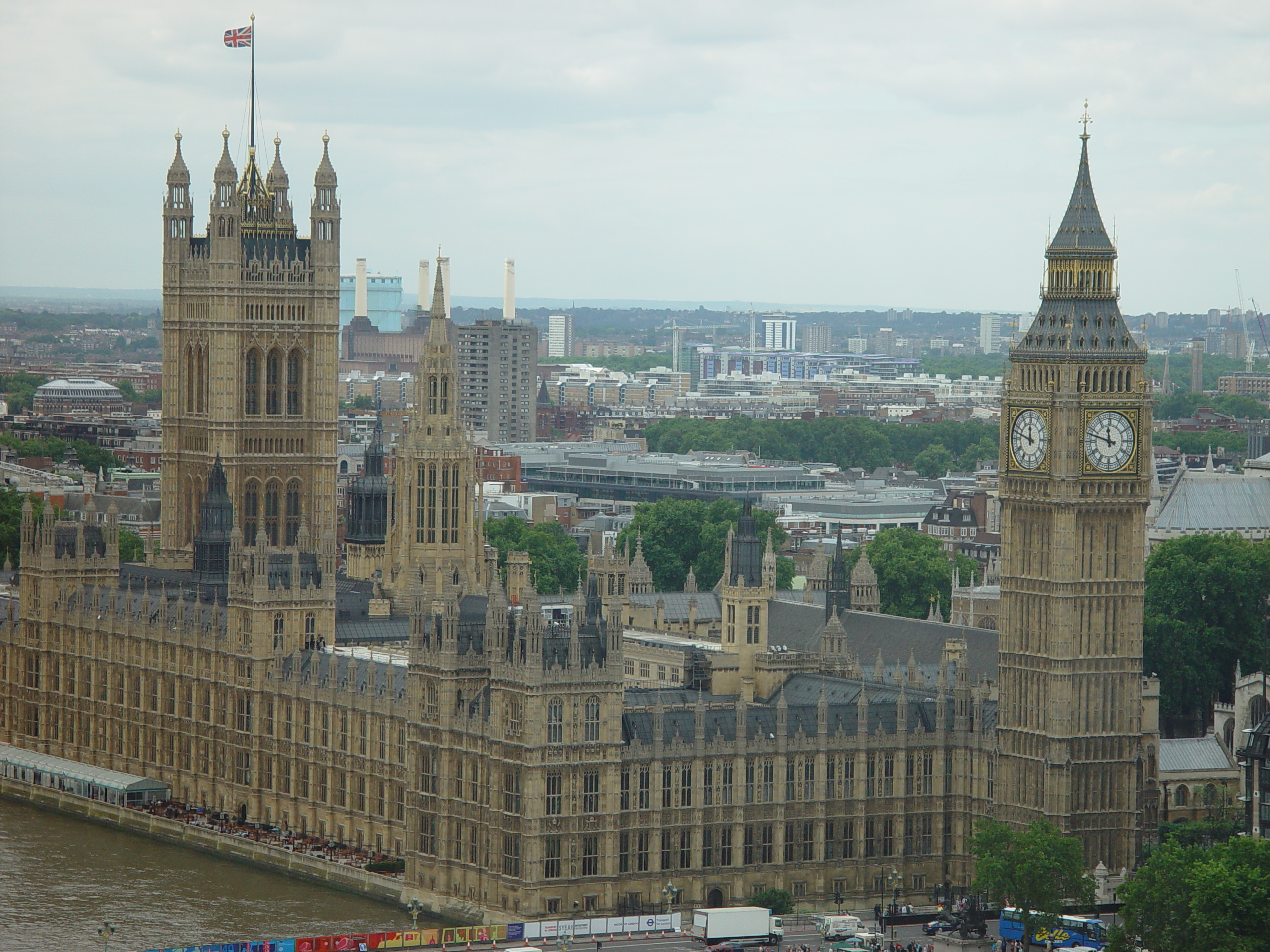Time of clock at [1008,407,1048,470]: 11:47
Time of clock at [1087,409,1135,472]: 11:47
